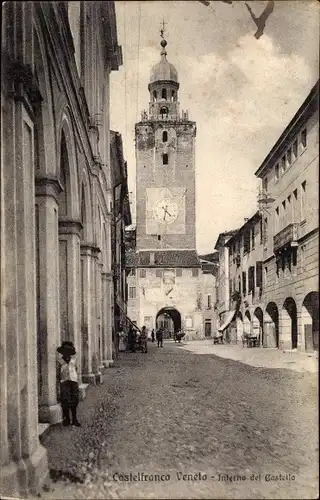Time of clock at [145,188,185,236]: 4:32
